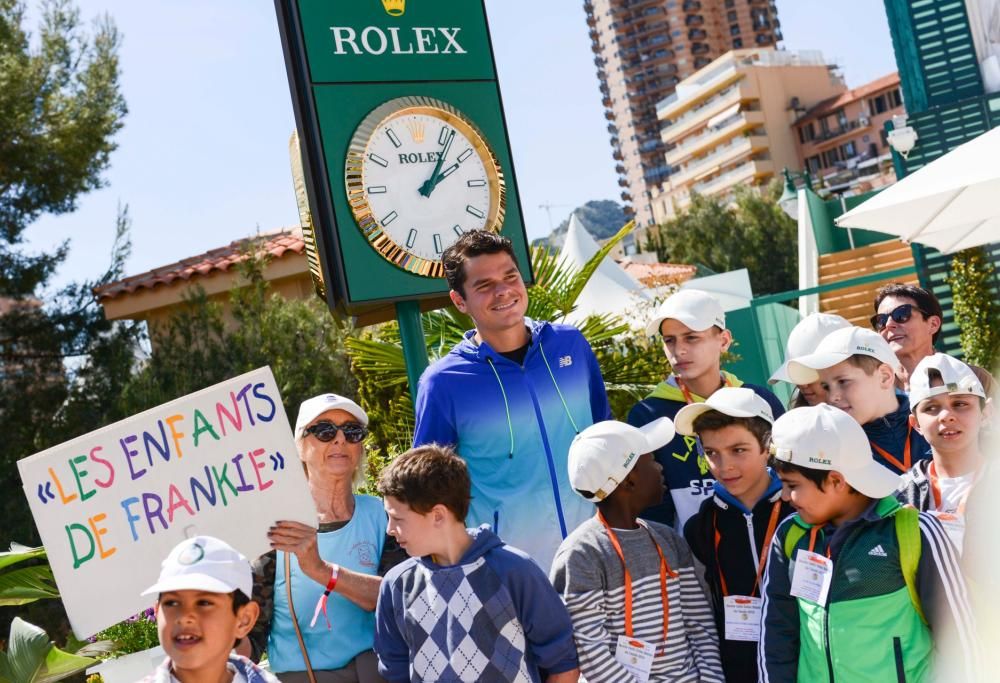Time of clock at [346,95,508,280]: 2:06
